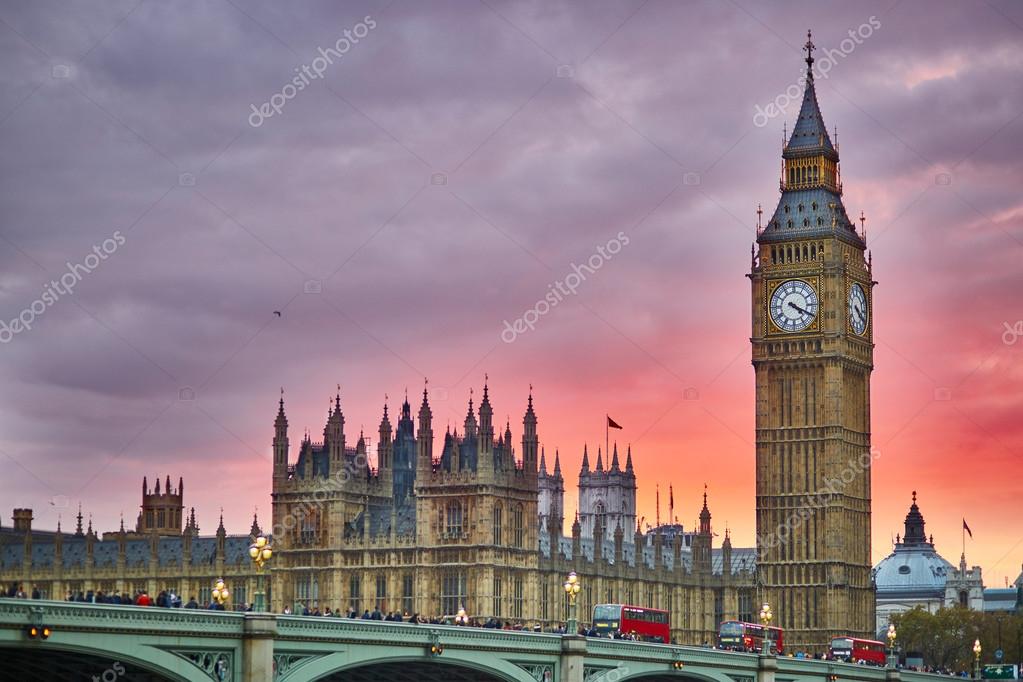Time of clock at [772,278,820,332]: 4:19
